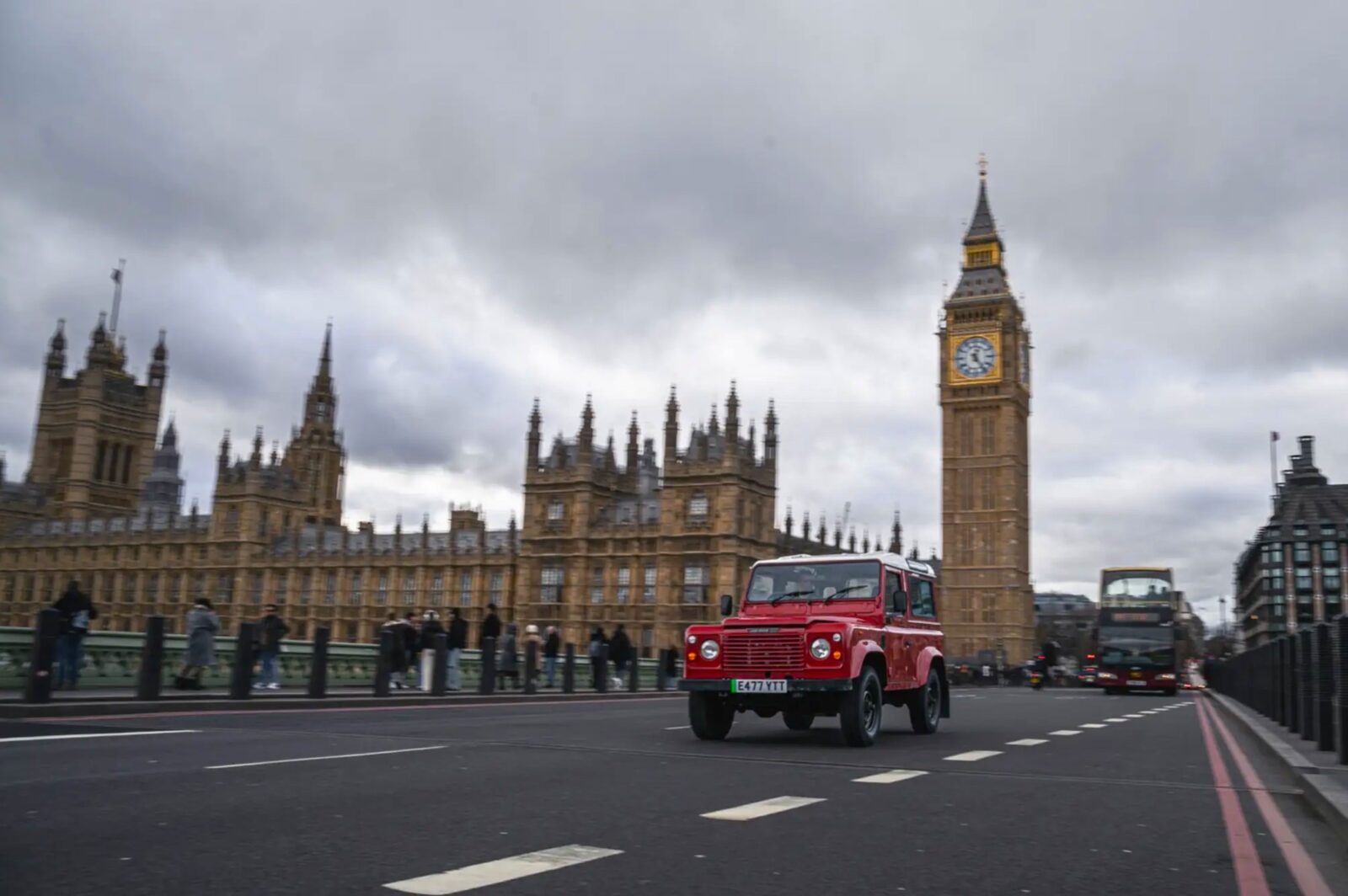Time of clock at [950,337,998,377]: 12:24
